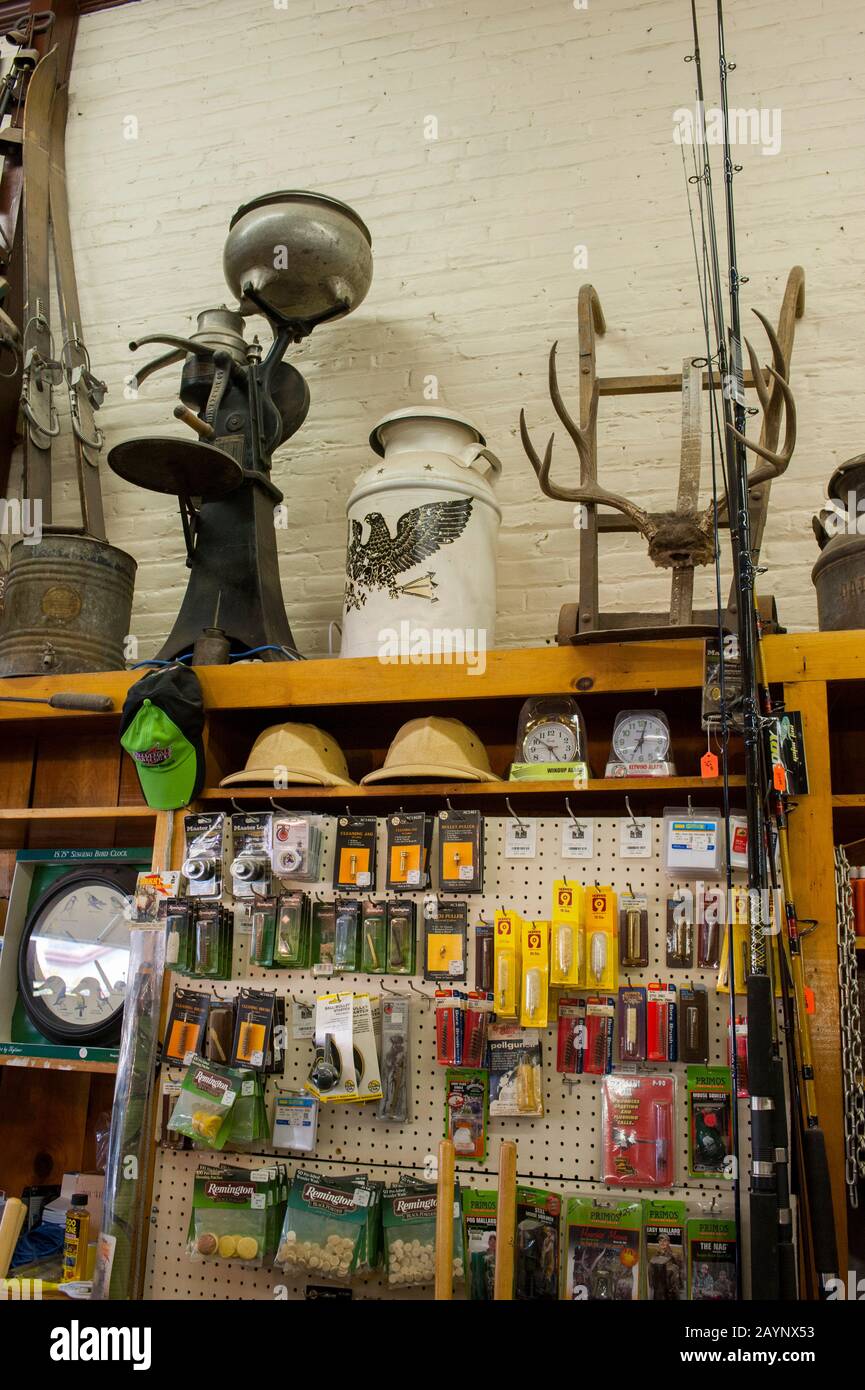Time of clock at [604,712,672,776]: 7:02
